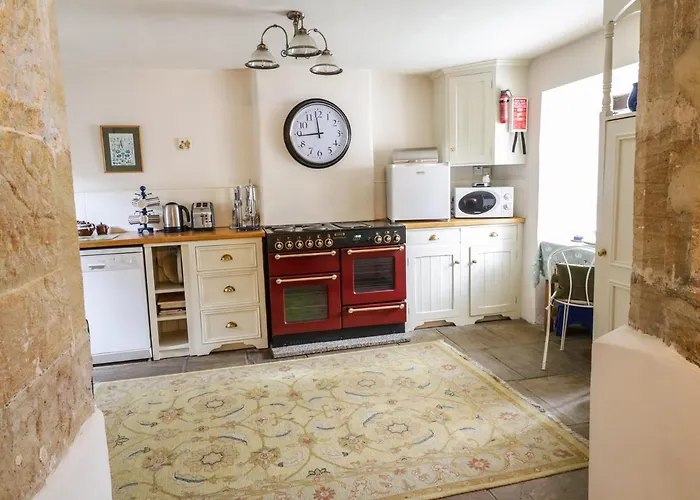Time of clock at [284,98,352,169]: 11:44
